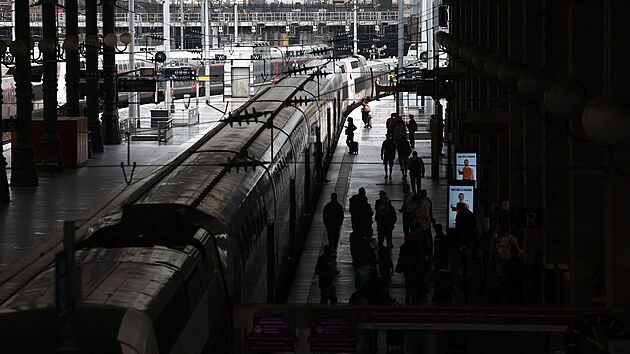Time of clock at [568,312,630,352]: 9:56
